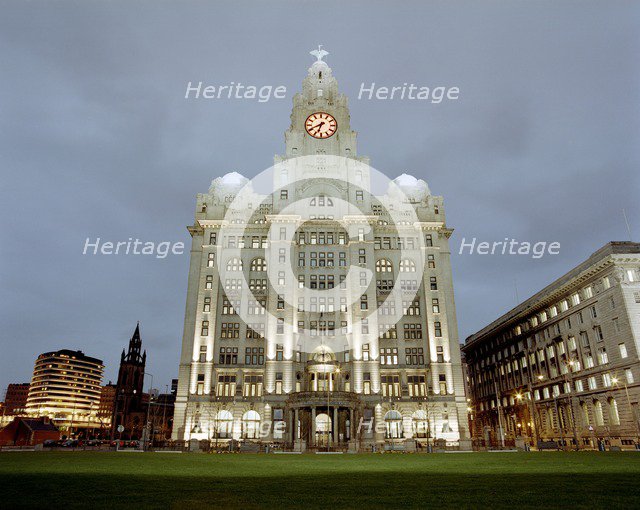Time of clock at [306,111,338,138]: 6:40
